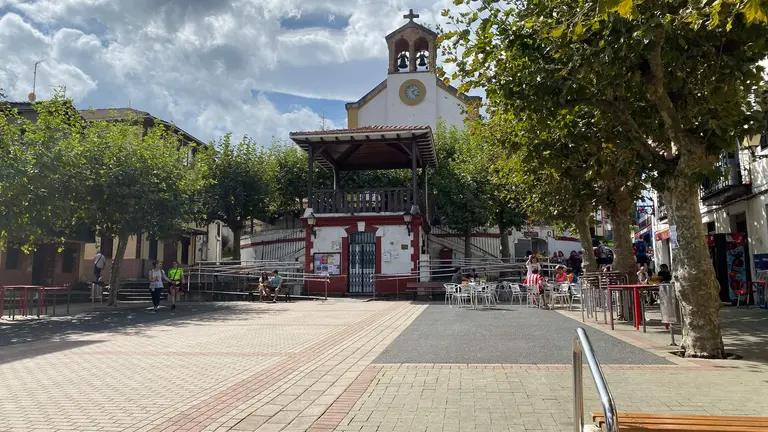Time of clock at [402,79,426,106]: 1:23
